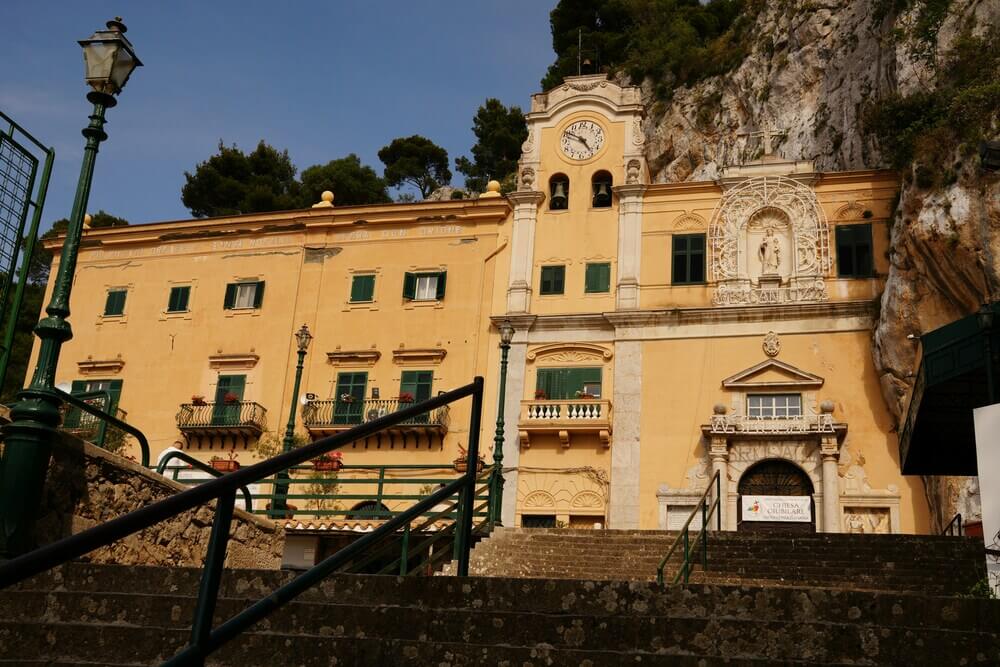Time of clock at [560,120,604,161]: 4:49
